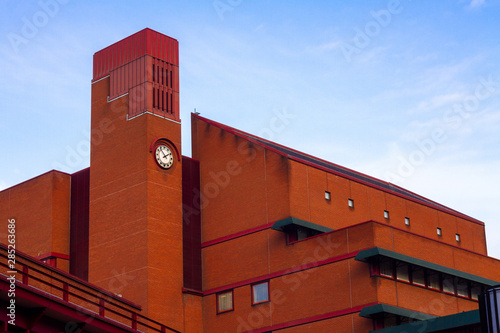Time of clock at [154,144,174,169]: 1:53
